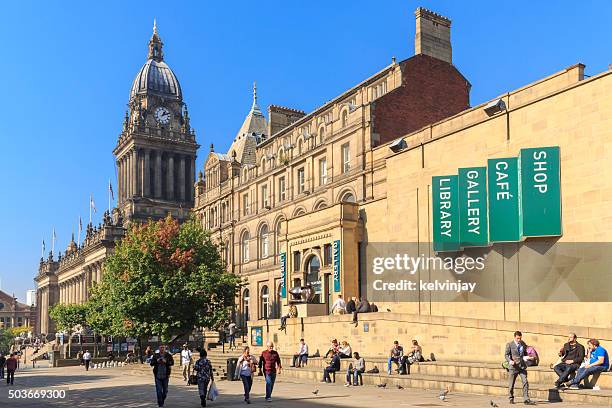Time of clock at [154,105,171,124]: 1:11
